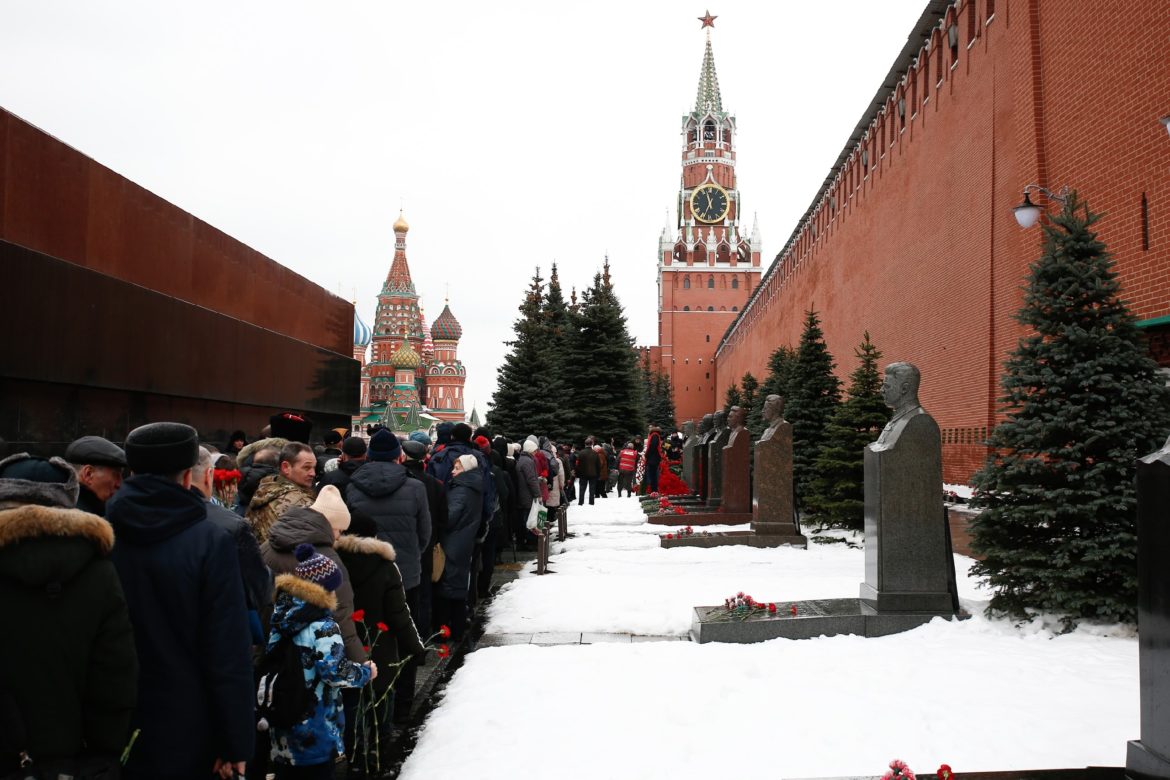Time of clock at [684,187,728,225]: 11:33
